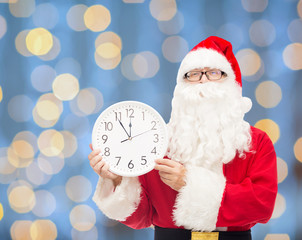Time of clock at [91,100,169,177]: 11:54
